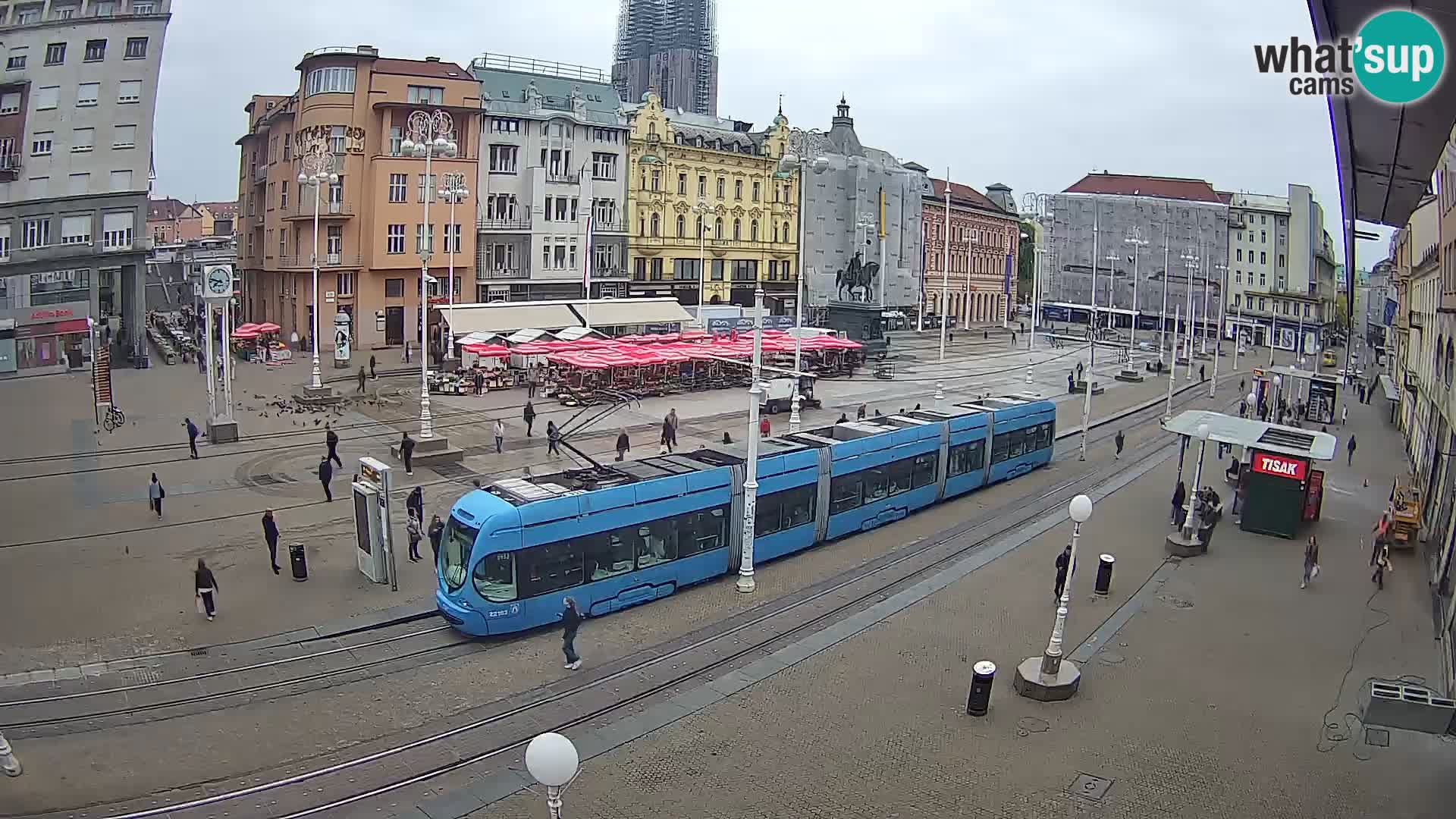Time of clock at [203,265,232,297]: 7:47
